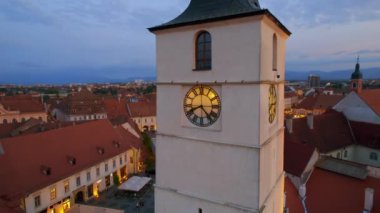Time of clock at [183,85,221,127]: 8:23
